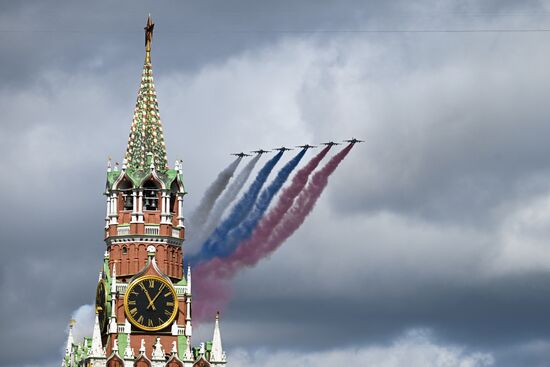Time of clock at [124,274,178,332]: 11:06
